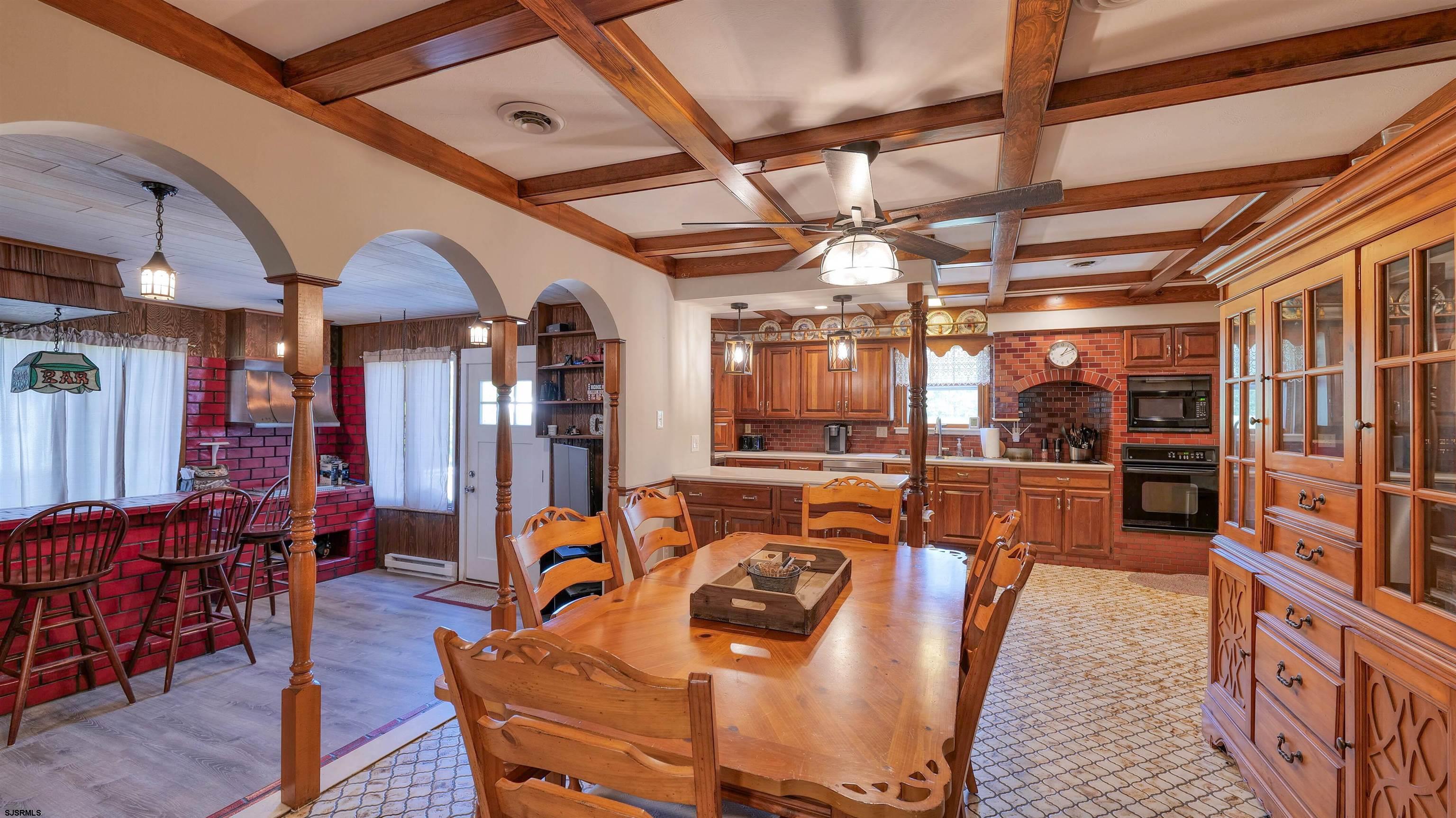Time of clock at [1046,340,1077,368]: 1:10
